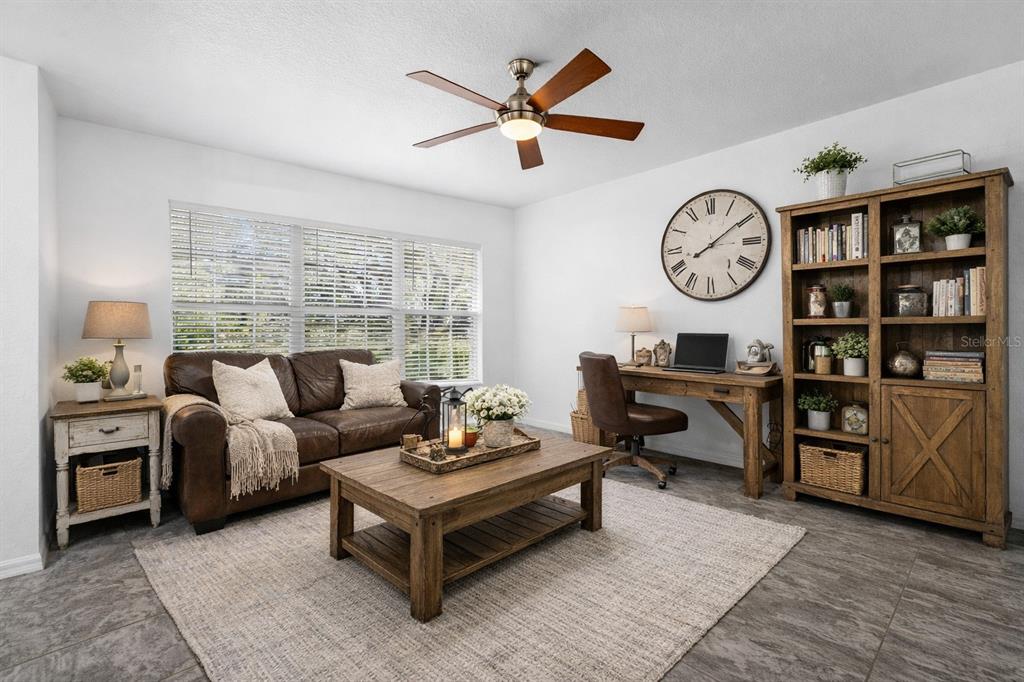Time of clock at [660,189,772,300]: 8:09
